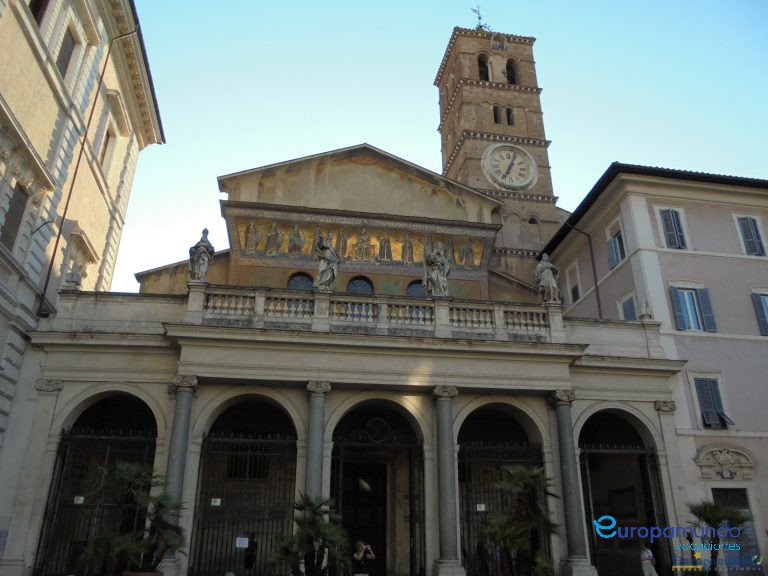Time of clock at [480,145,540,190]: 7:03
